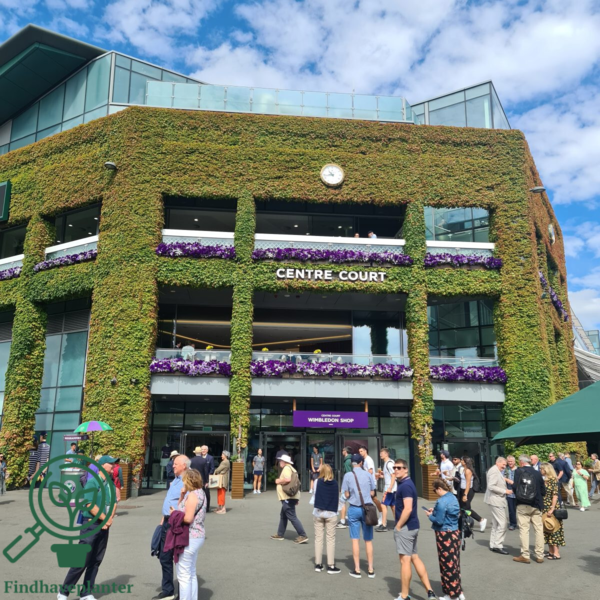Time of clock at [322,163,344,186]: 10:43
